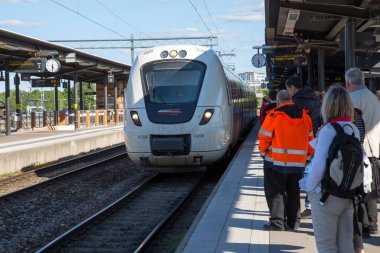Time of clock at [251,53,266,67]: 5:30
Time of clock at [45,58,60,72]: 5:30
